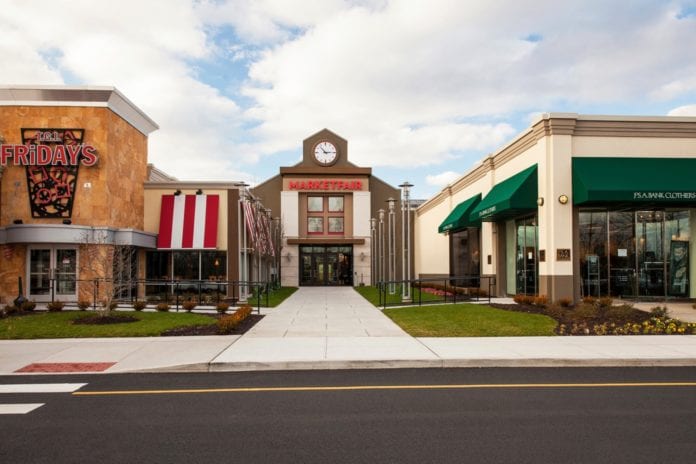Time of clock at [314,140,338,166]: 10:14
